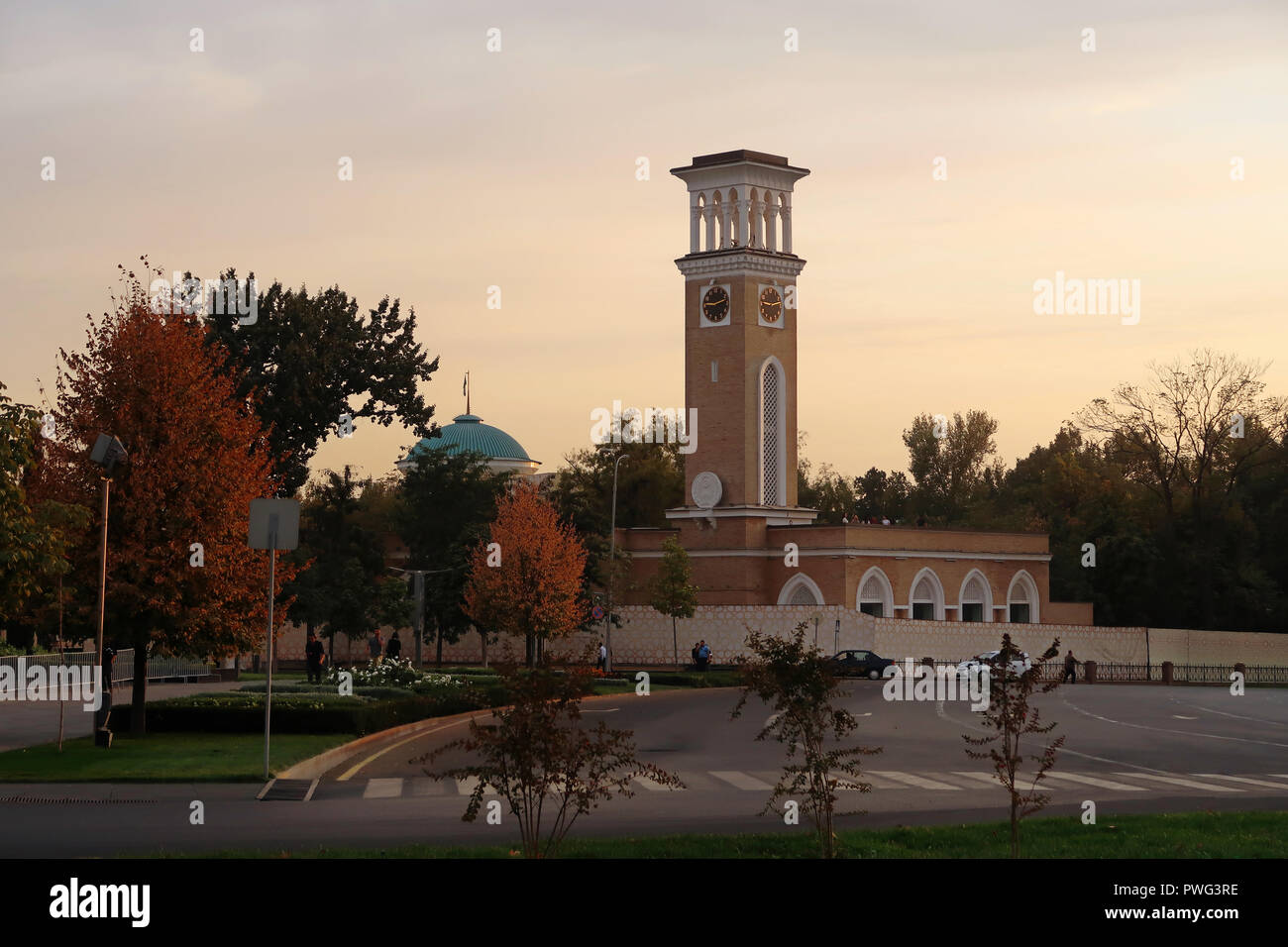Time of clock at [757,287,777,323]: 9:12
